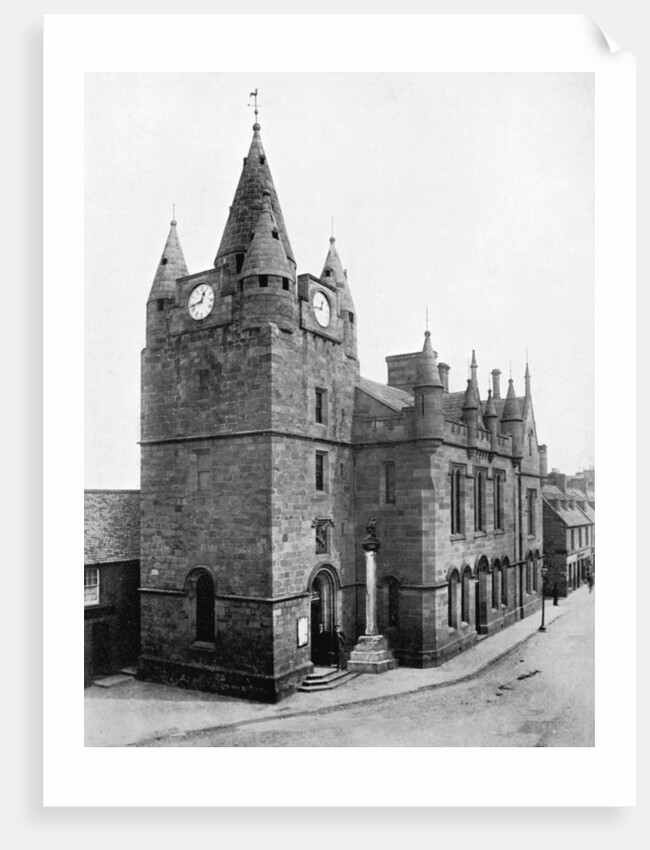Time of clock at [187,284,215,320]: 12:42
